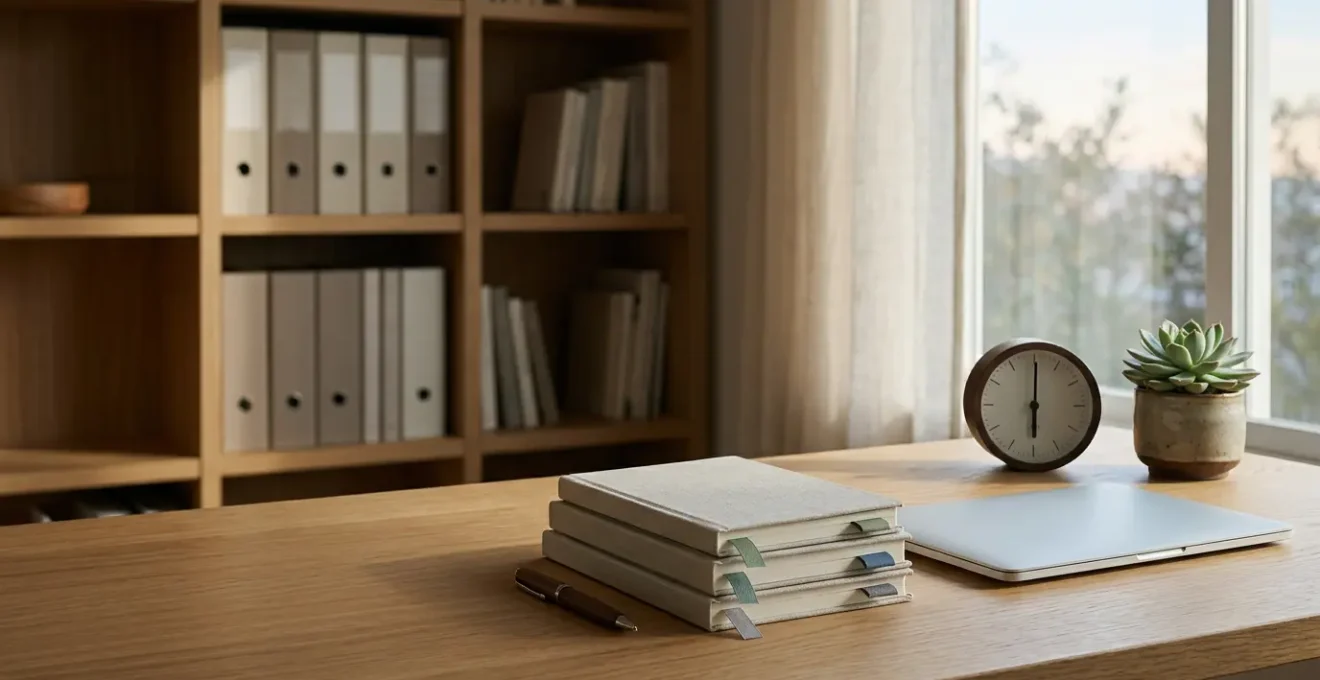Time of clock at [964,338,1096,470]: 6:00
